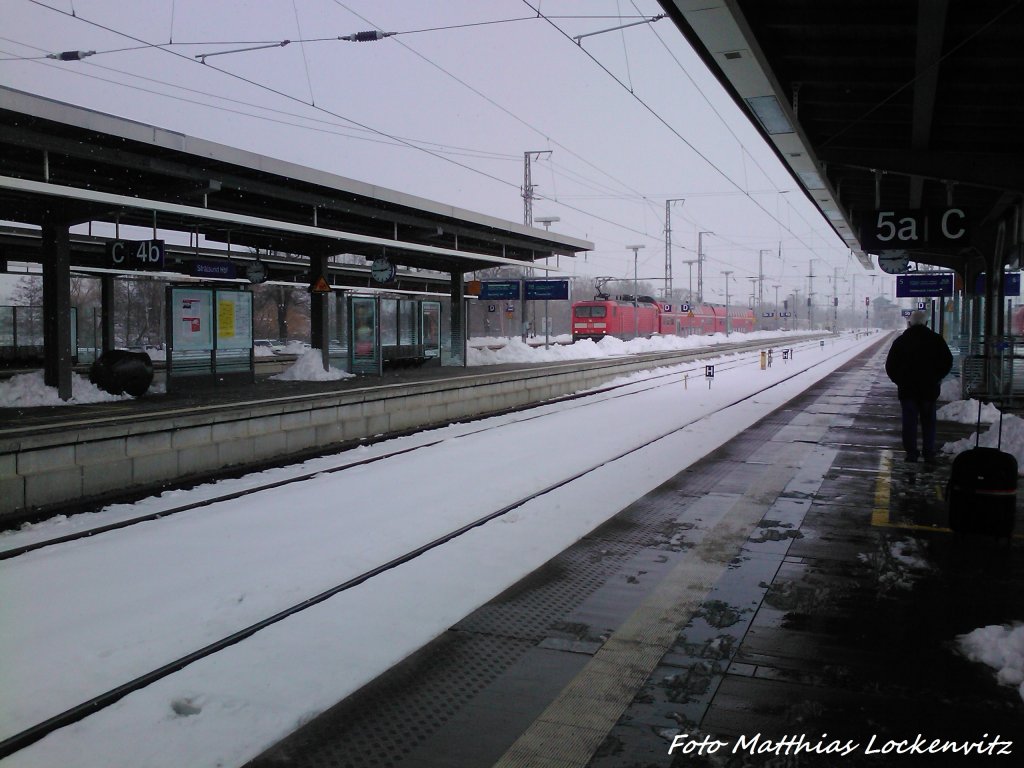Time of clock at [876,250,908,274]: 2:45
